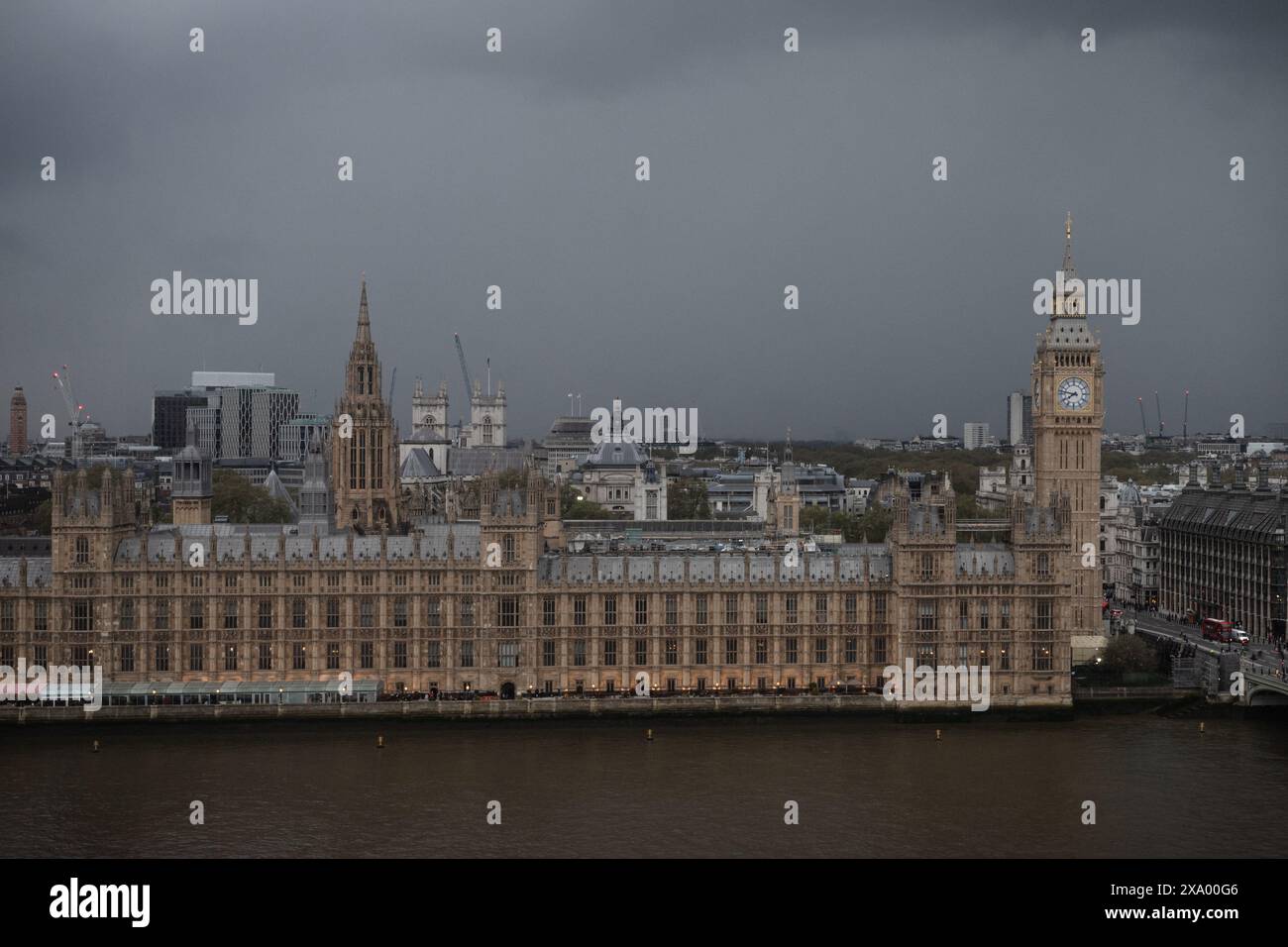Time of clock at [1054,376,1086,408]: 7:46
